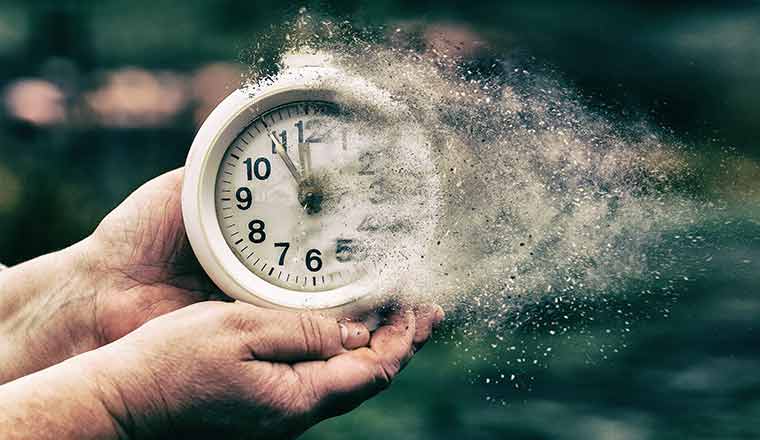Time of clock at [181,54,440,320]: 10:59
